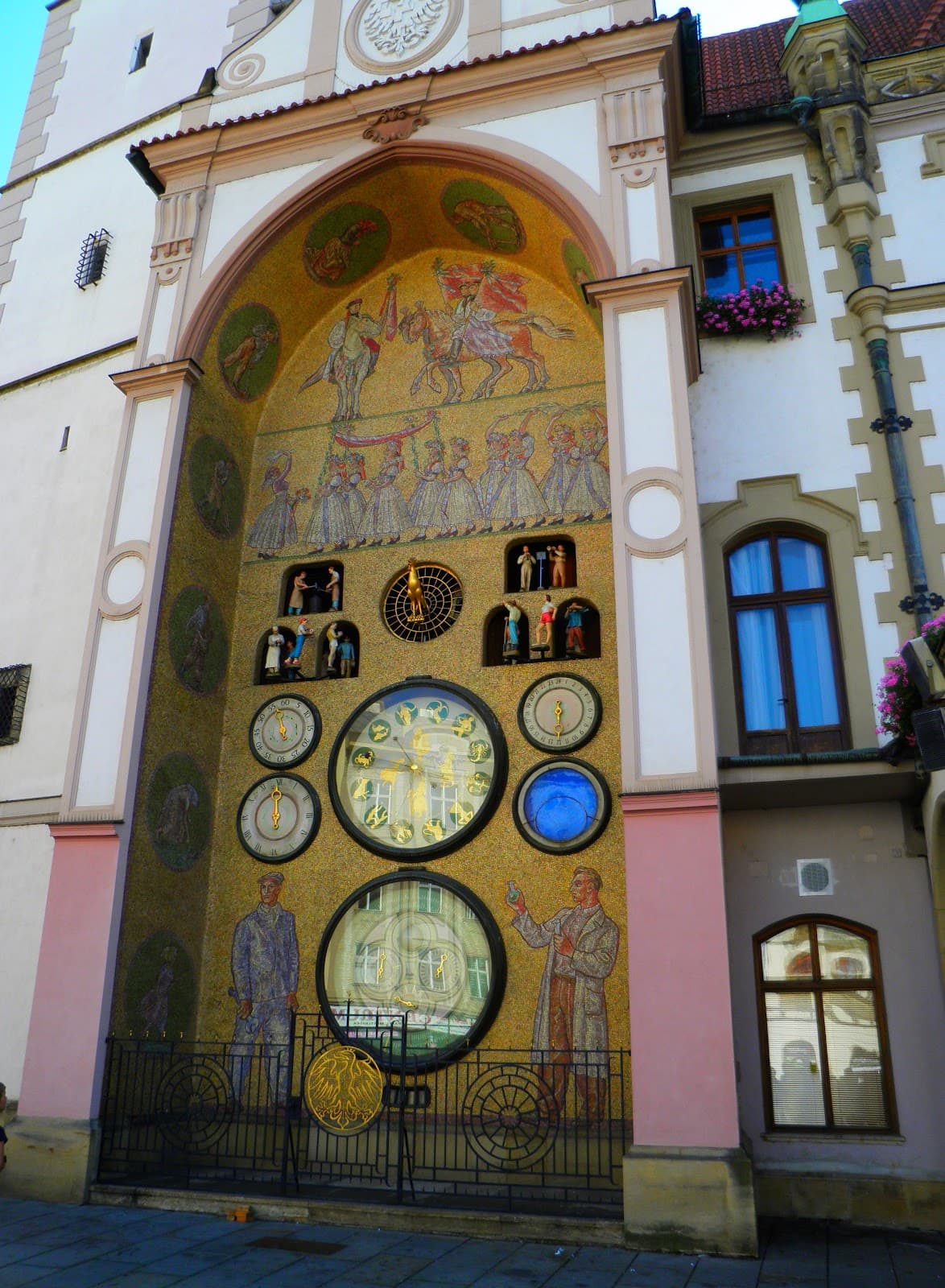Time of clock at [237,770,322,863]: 11:59
